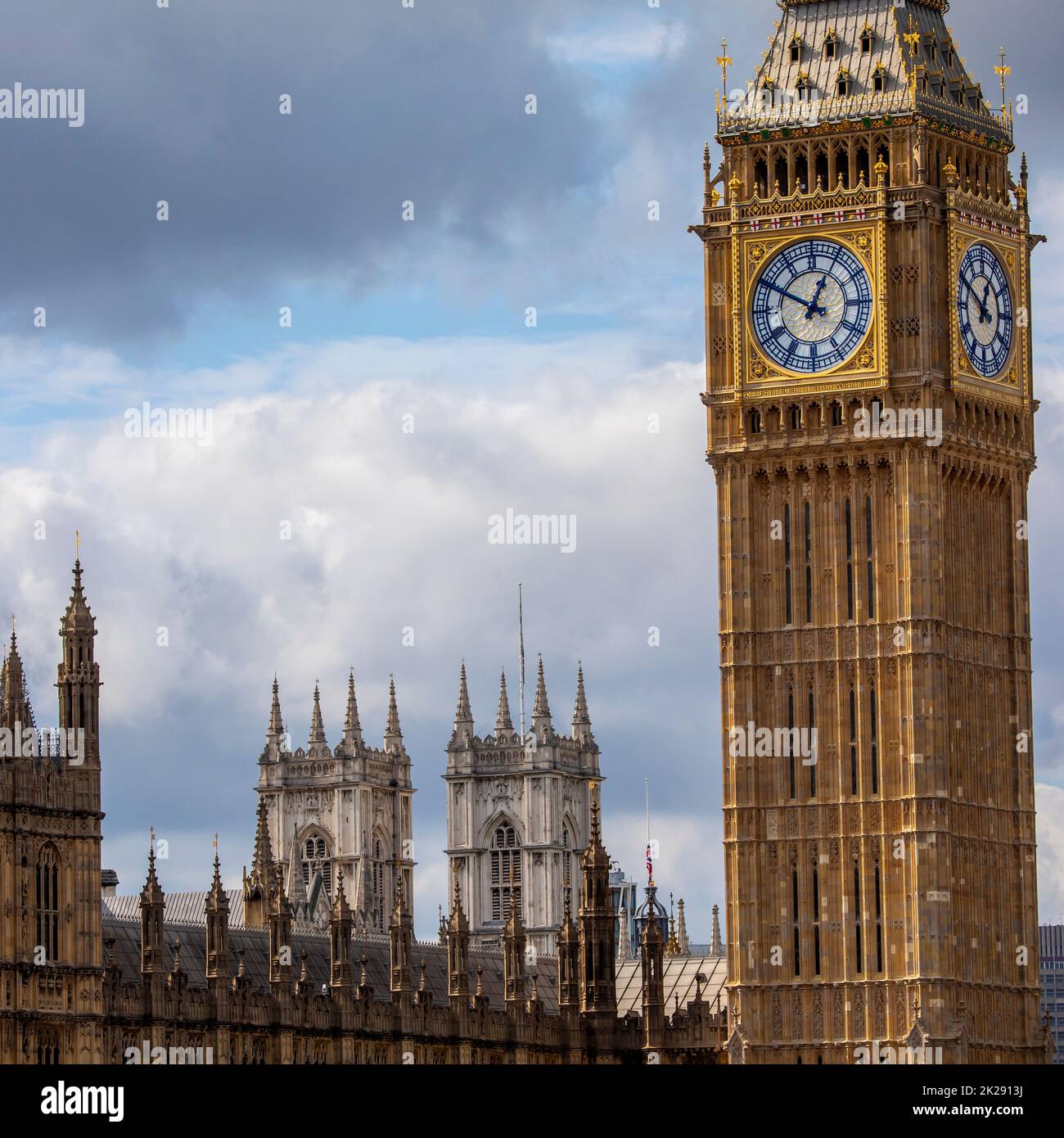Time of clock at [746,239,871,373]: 12:49
